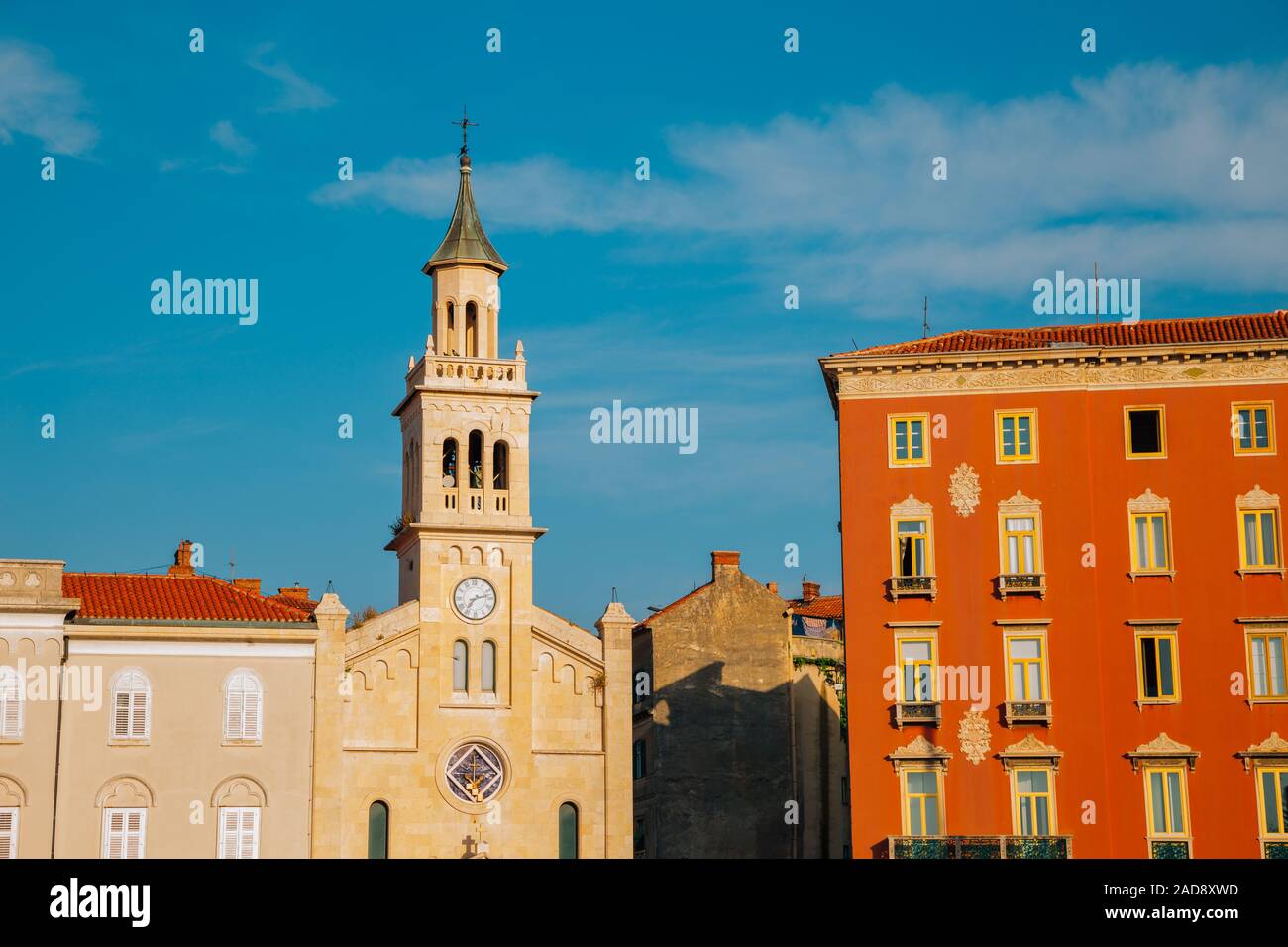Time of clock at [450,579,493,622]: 7:12
